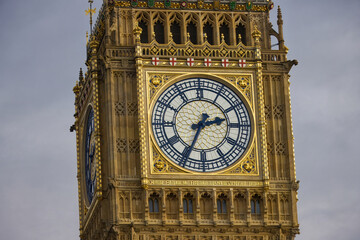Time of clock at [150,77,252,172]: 2:34
